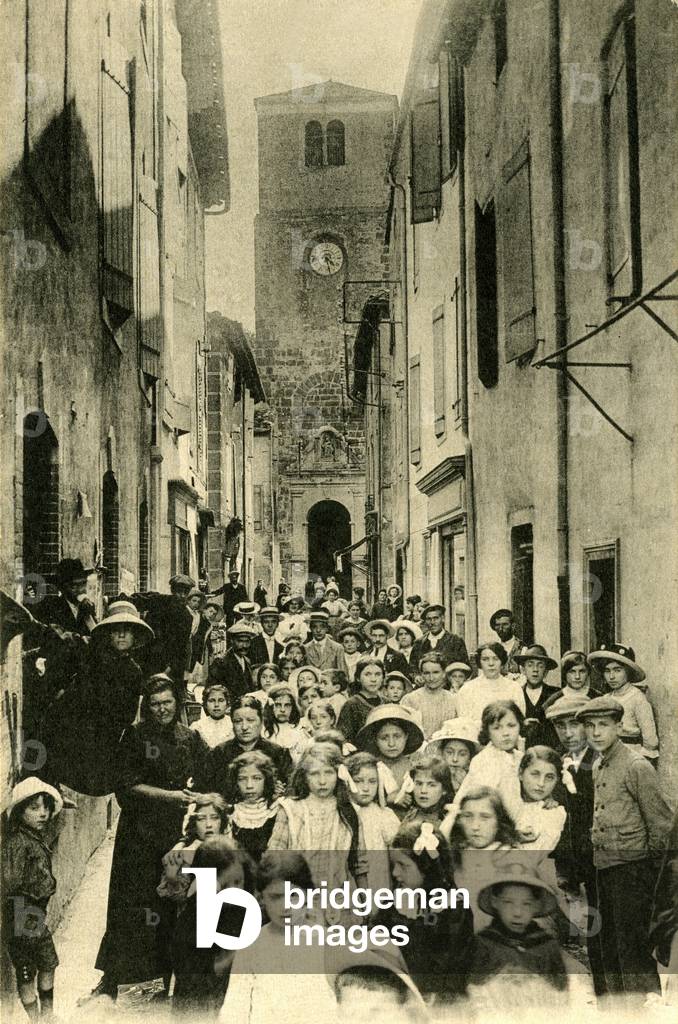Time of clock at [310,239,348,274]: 4:28
